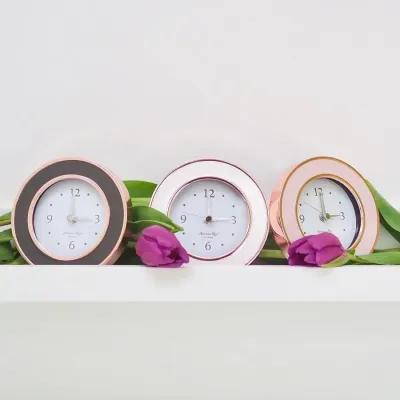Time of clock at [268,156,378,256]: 3:00
